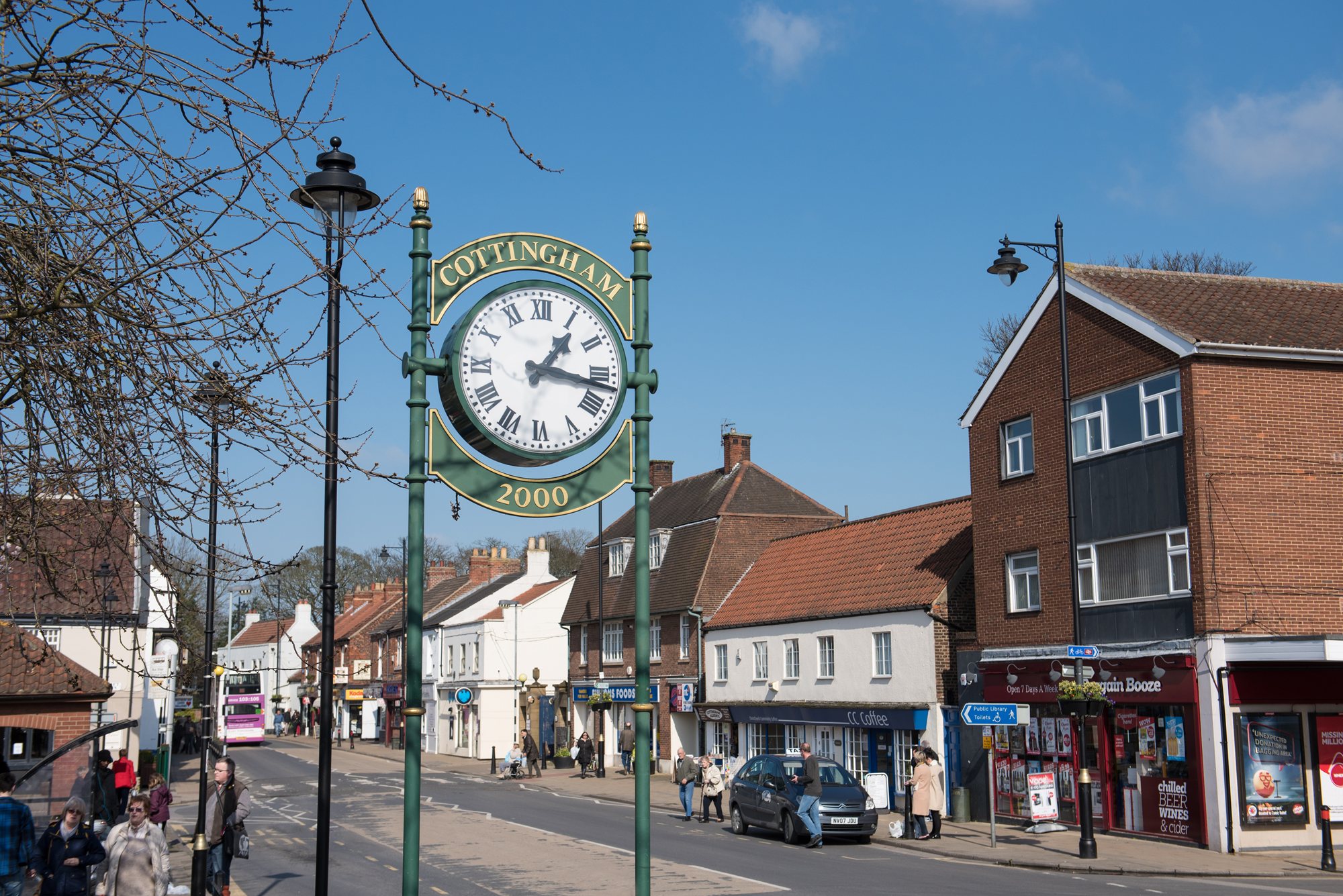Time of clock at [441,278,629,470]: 1:16
